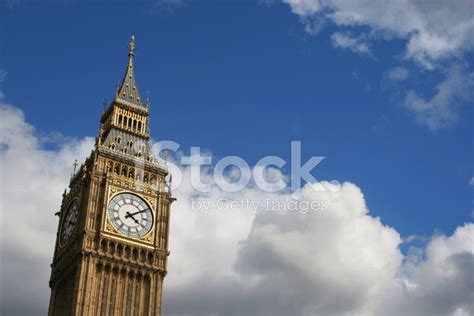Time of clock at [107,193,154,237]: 4:09
